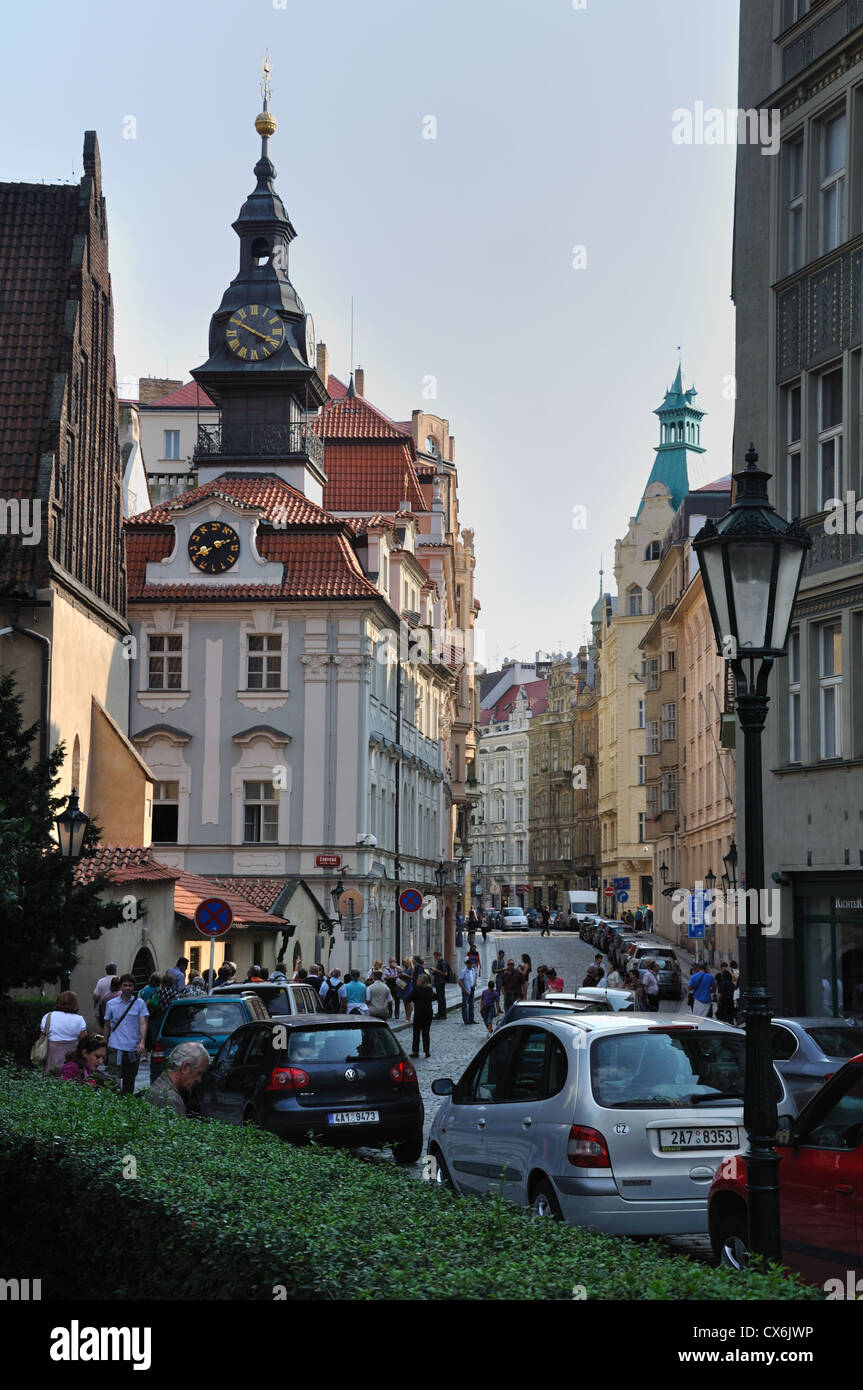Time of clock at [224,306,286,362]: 3:50
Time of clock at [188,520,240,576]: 8:11
